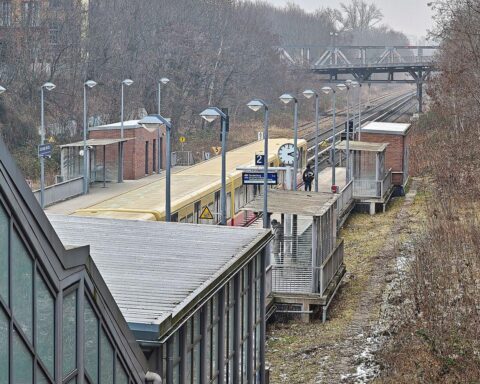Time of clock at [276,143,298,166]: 2:18
